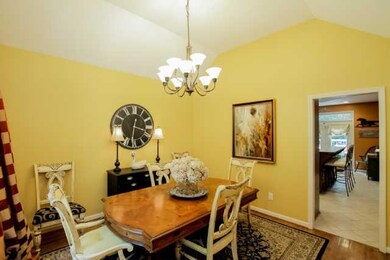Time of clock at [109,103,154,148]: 3:31
